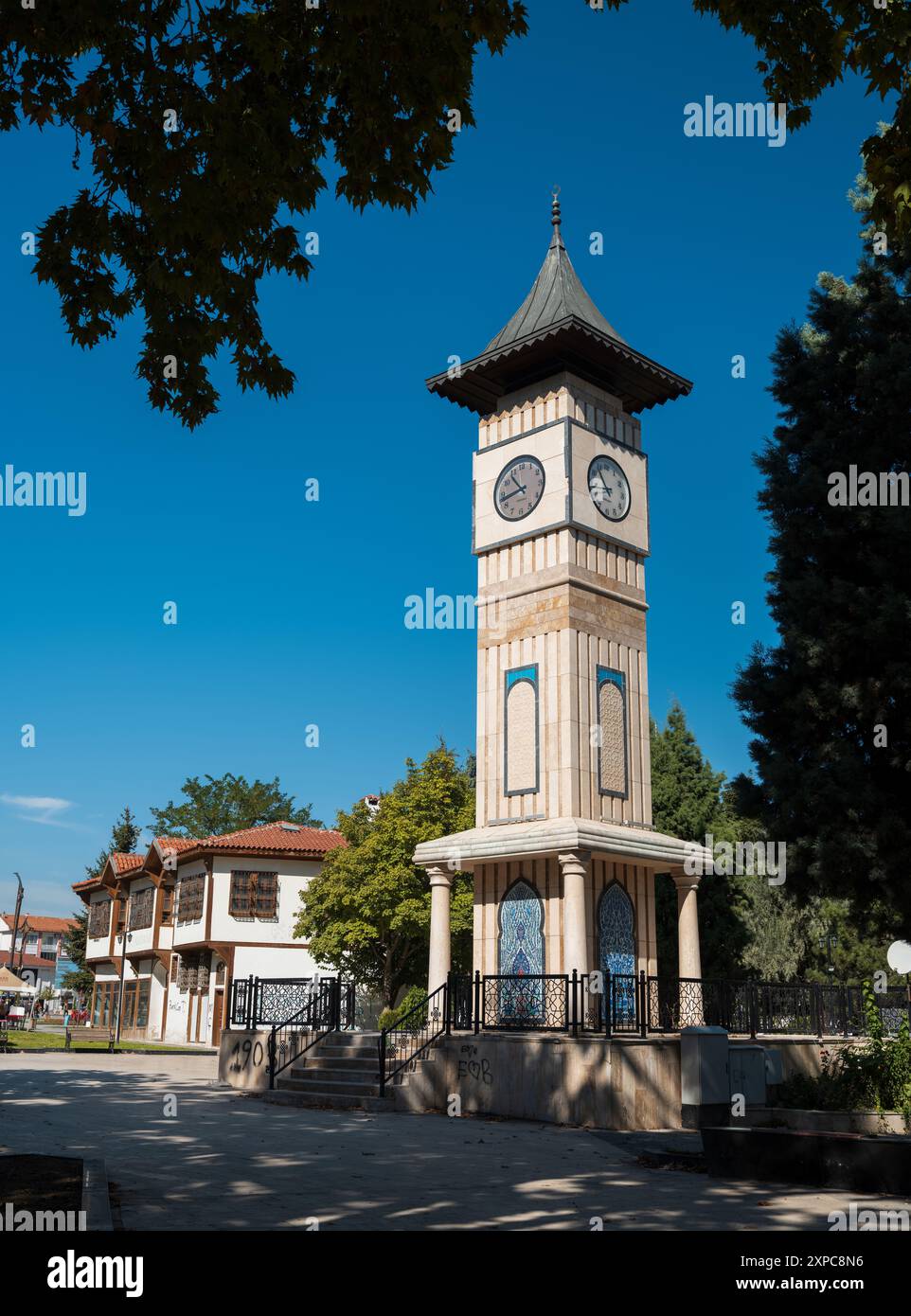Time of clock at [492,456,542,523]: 10:42
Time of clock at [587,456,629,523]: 10:43
